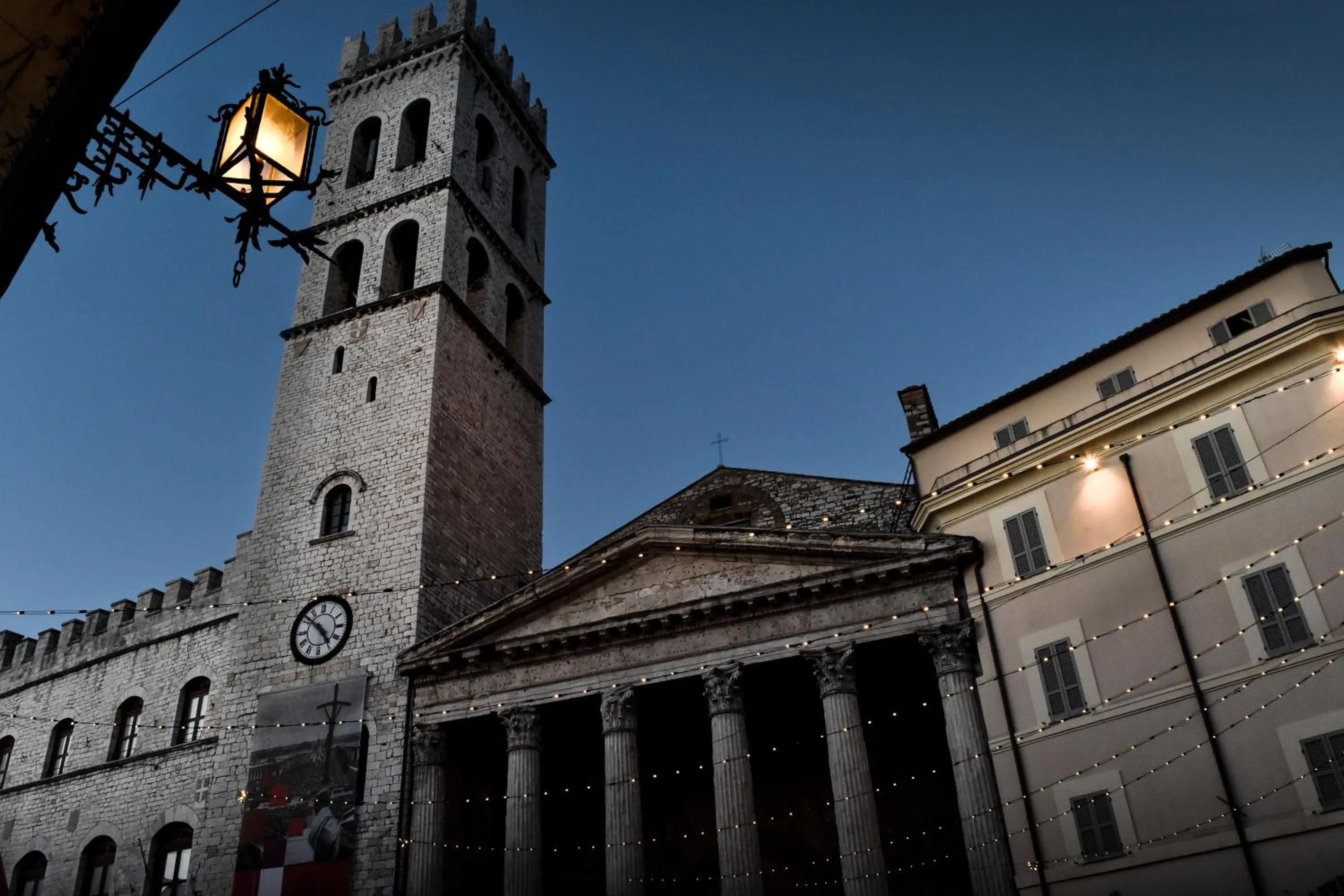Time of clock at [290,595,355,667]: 4:51
